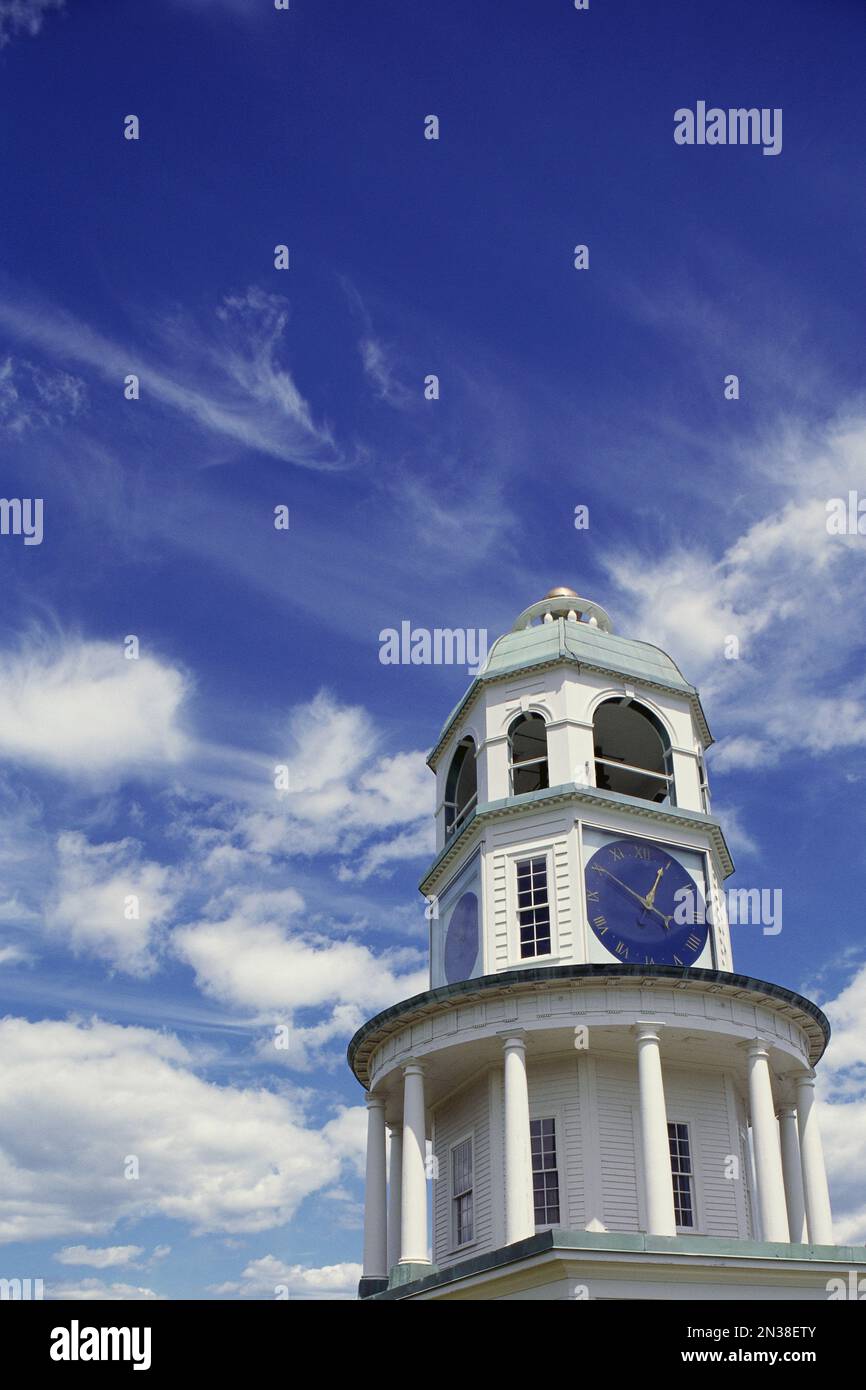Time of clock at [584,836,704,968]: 4:04
